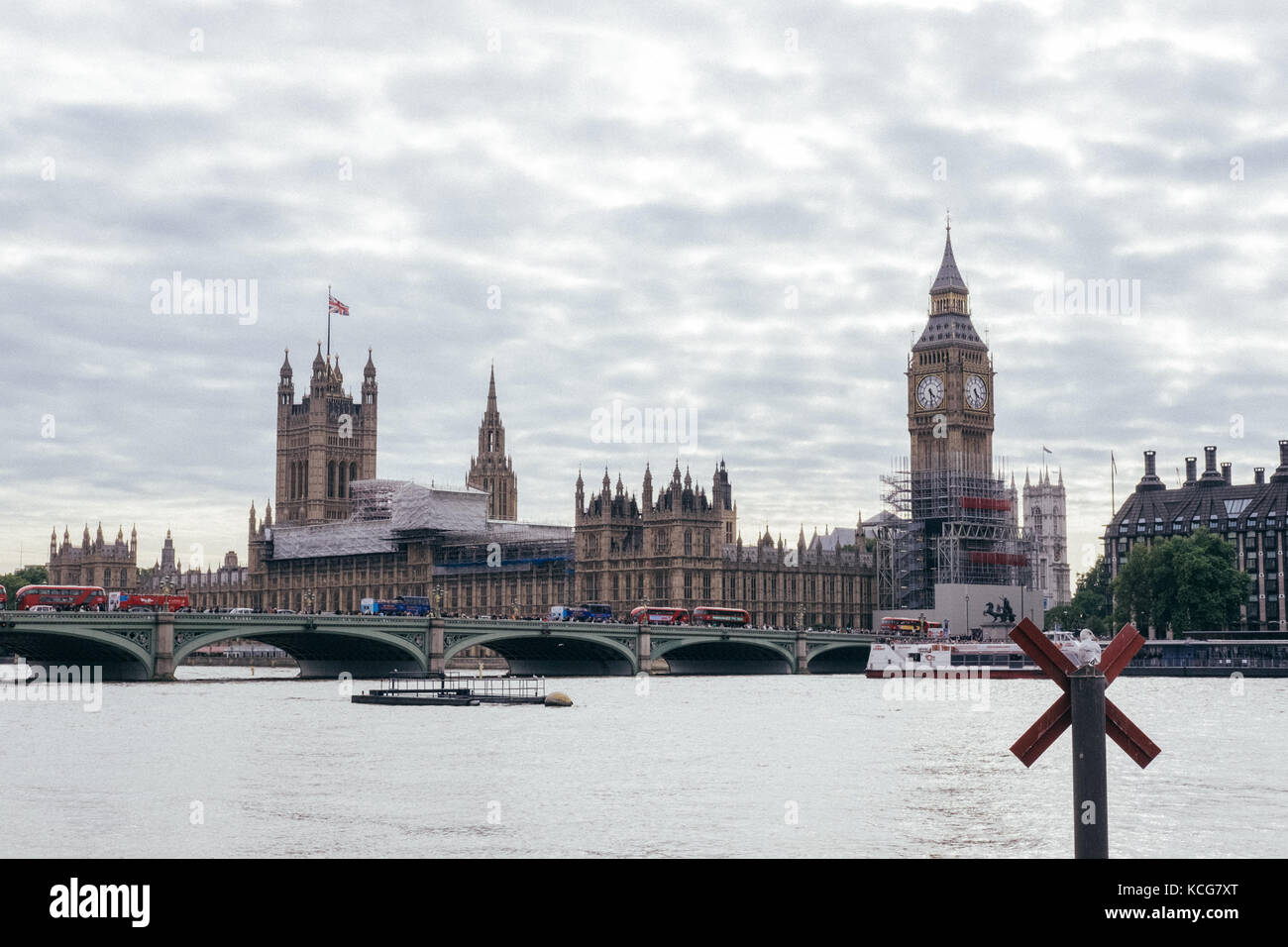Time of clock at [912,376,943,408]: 4:28
